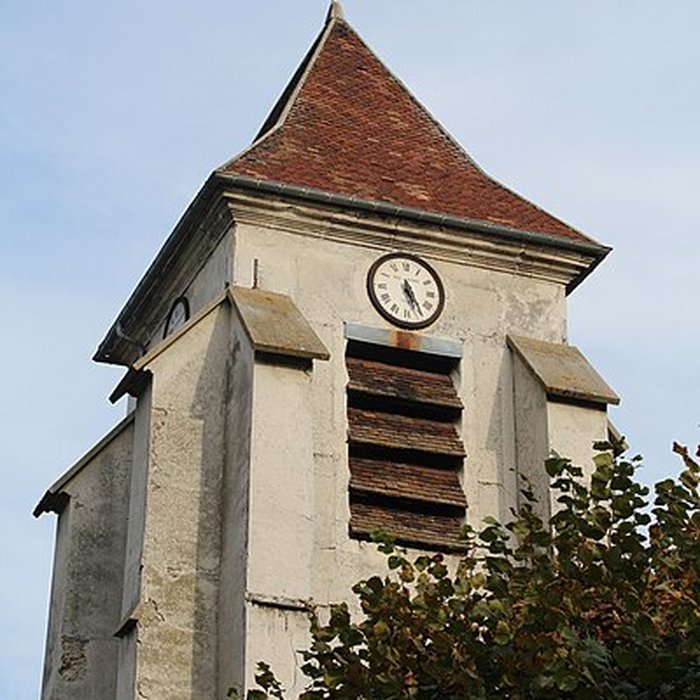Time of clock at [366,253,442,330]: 5:24
